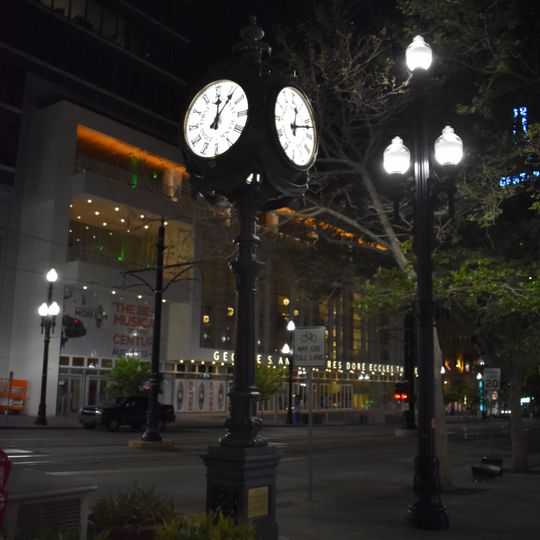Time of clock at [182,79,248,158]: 12:06
